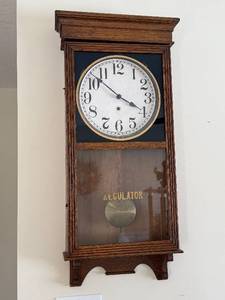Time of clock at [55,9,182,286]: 3:52
